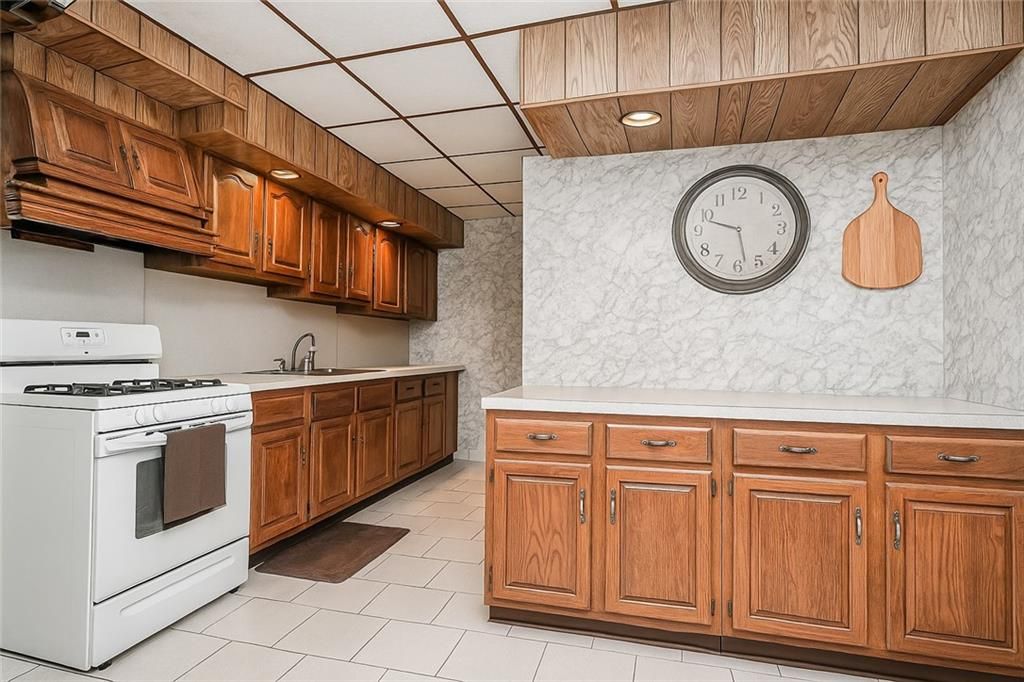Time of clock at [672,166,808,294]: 9:28
